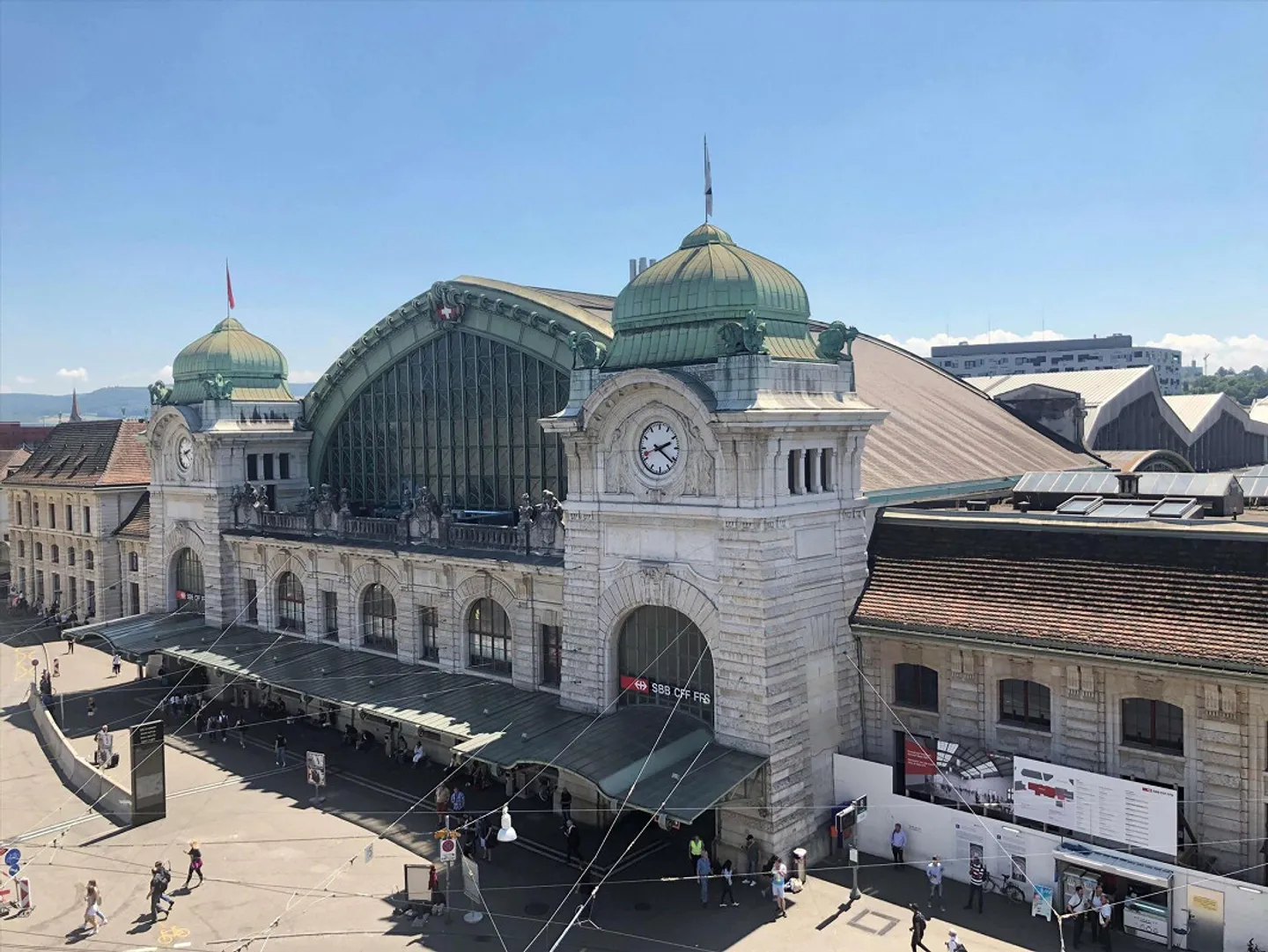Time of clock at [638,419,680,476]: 2:21
